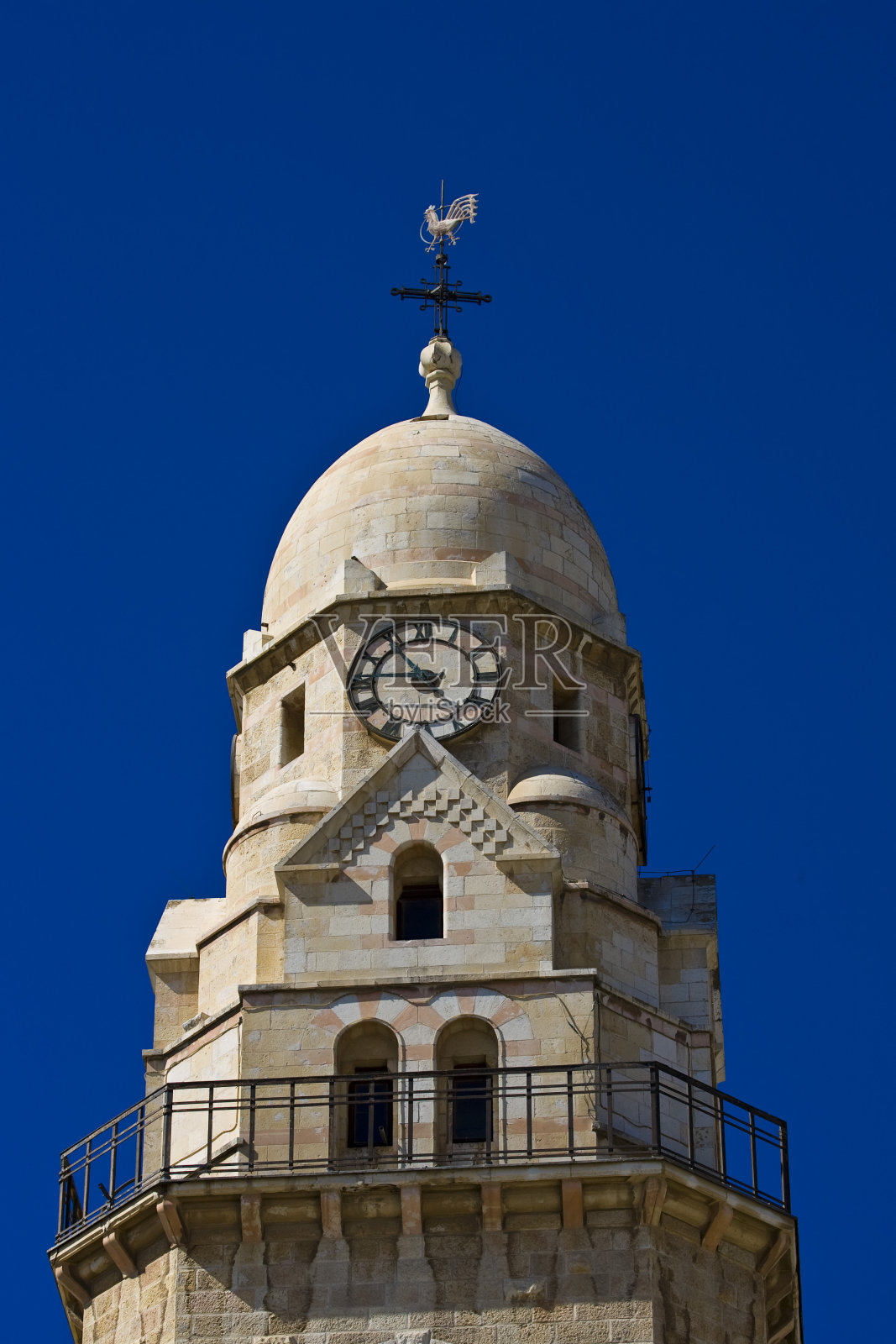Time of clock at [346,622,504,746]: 10:46
